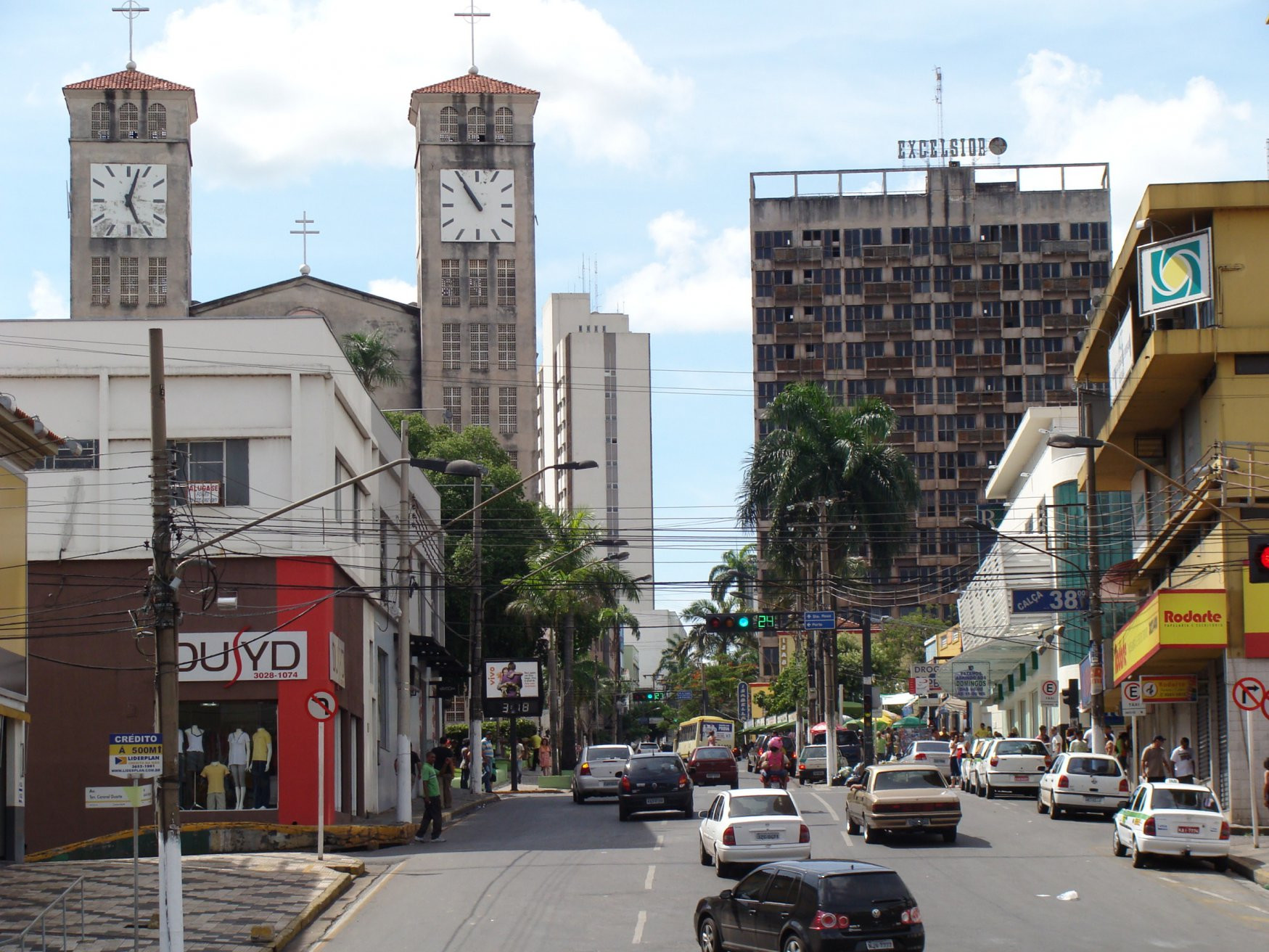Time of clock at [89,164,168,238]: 5:03
